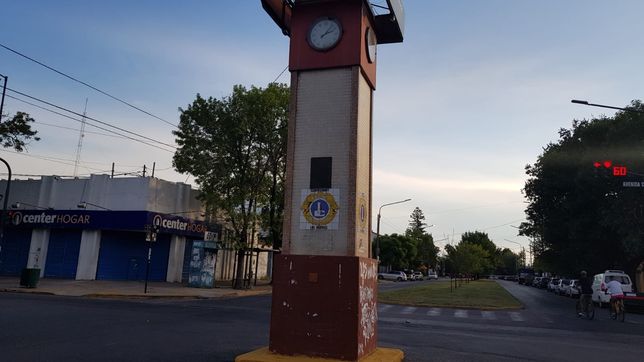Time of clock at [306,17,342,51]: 2:06
